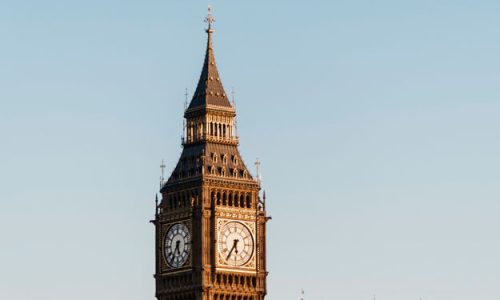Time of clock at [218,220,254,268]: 5:35
